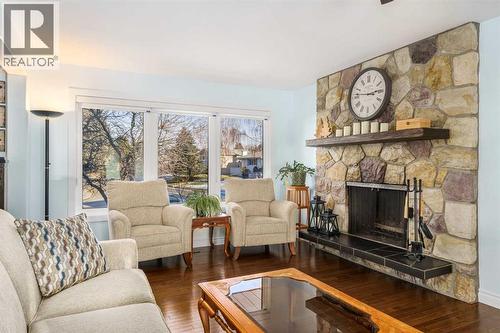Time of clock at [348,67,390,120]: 2:46
